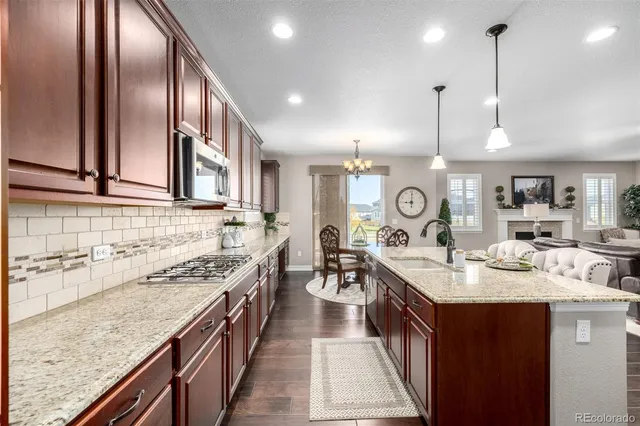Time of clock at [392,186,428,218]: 9:00
